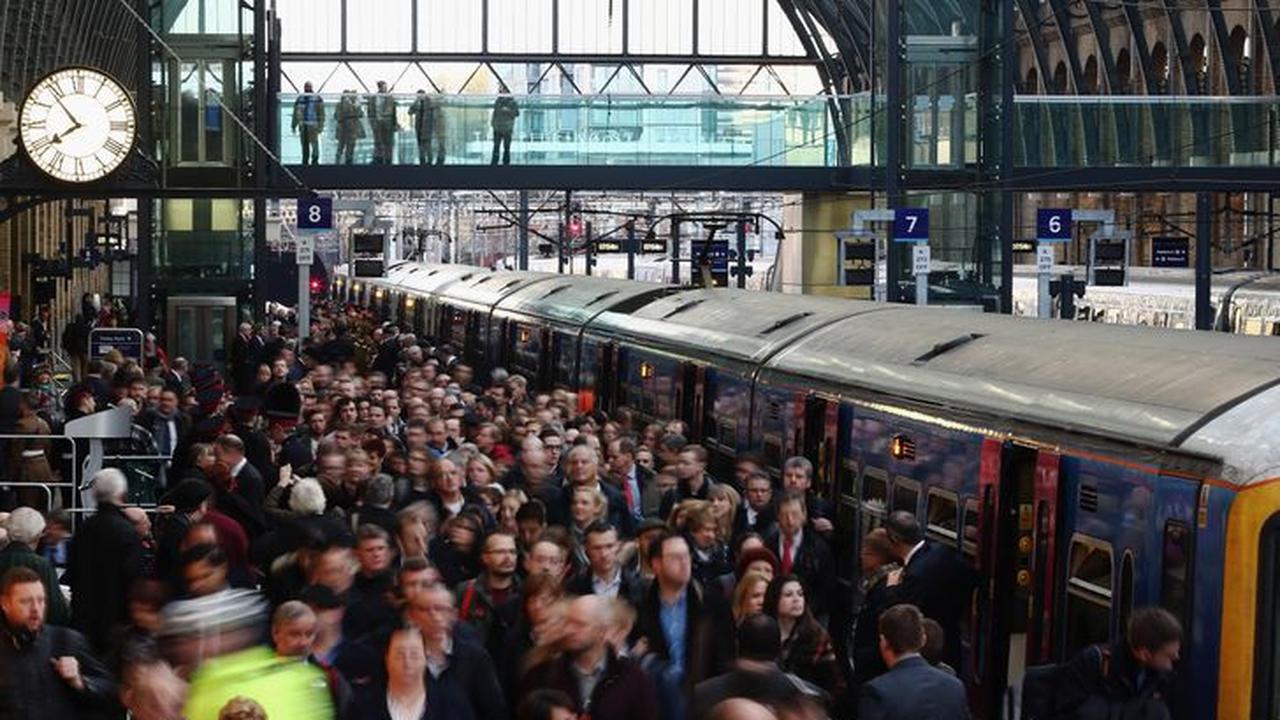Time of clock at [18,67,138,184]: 7:53
